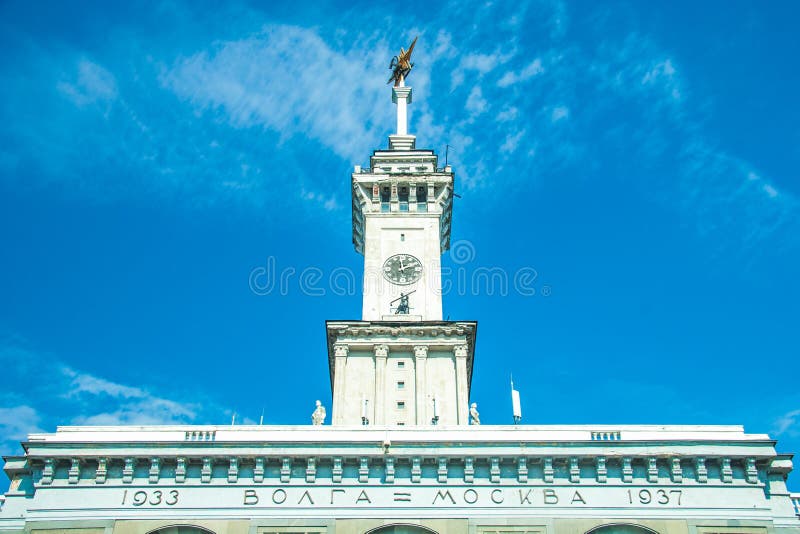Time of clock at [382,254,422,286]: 1:59
